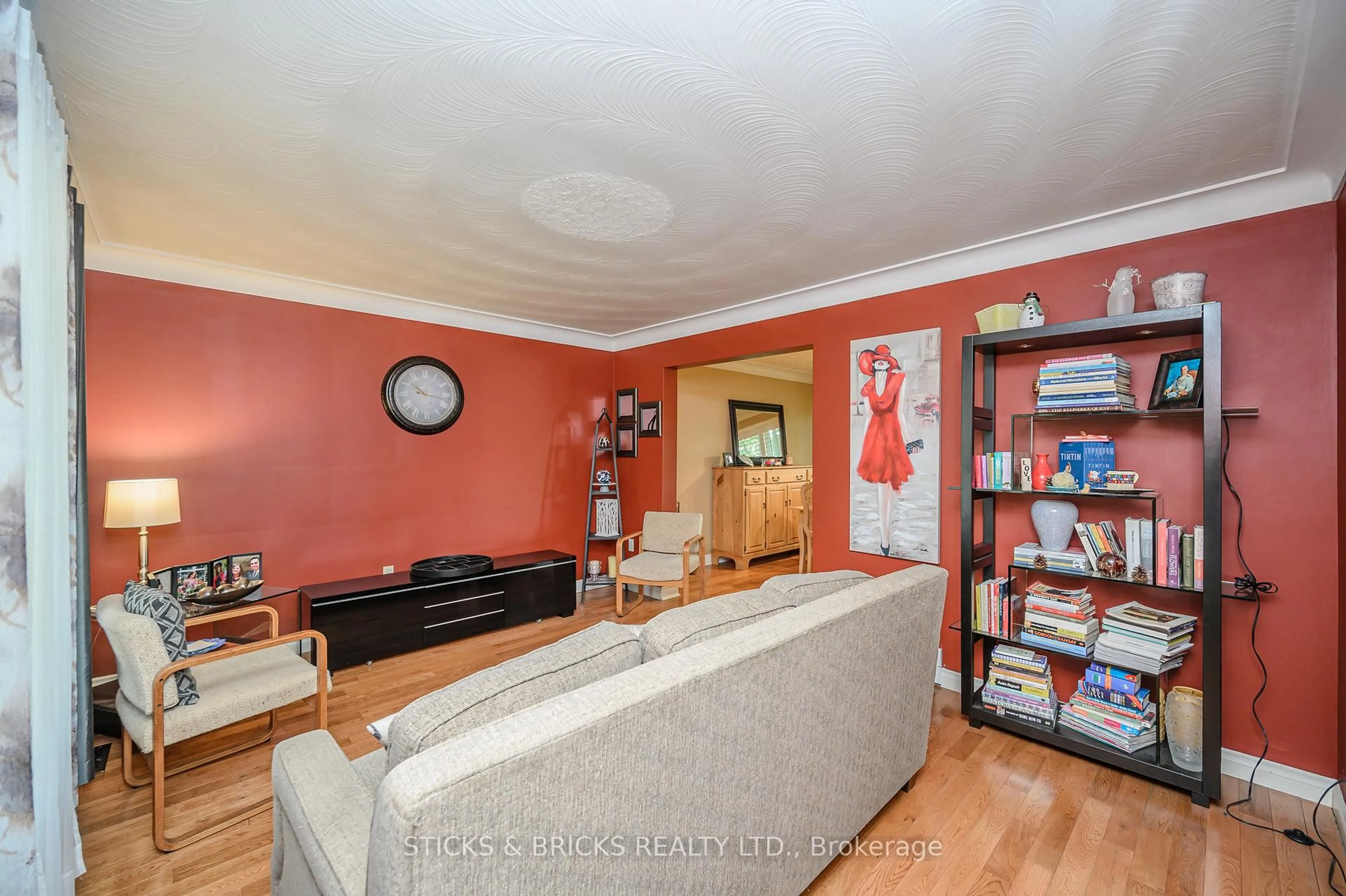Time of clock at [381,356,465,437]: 10:17
